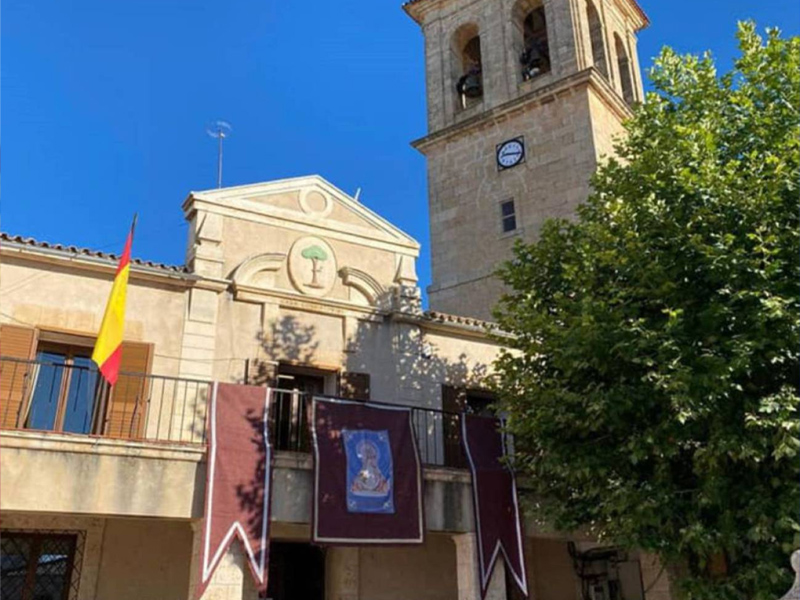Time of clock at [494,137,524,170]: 9:17
